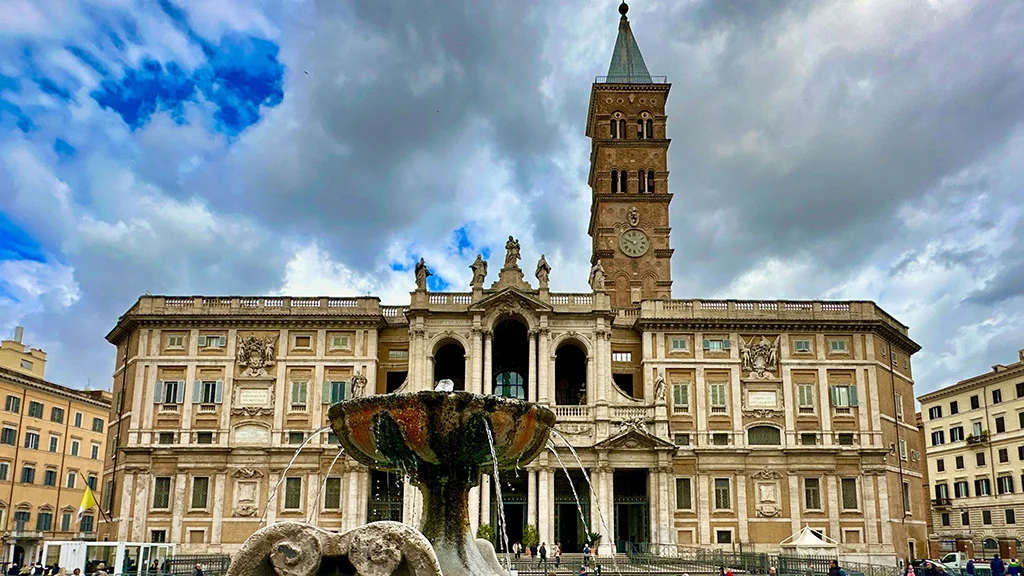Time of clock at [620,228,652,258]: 9:48
